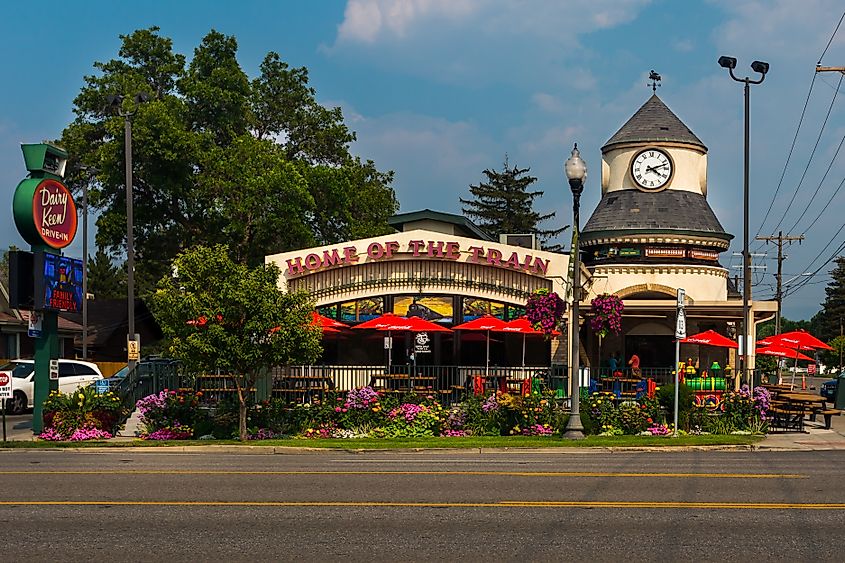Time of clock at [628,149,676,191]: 4:12
